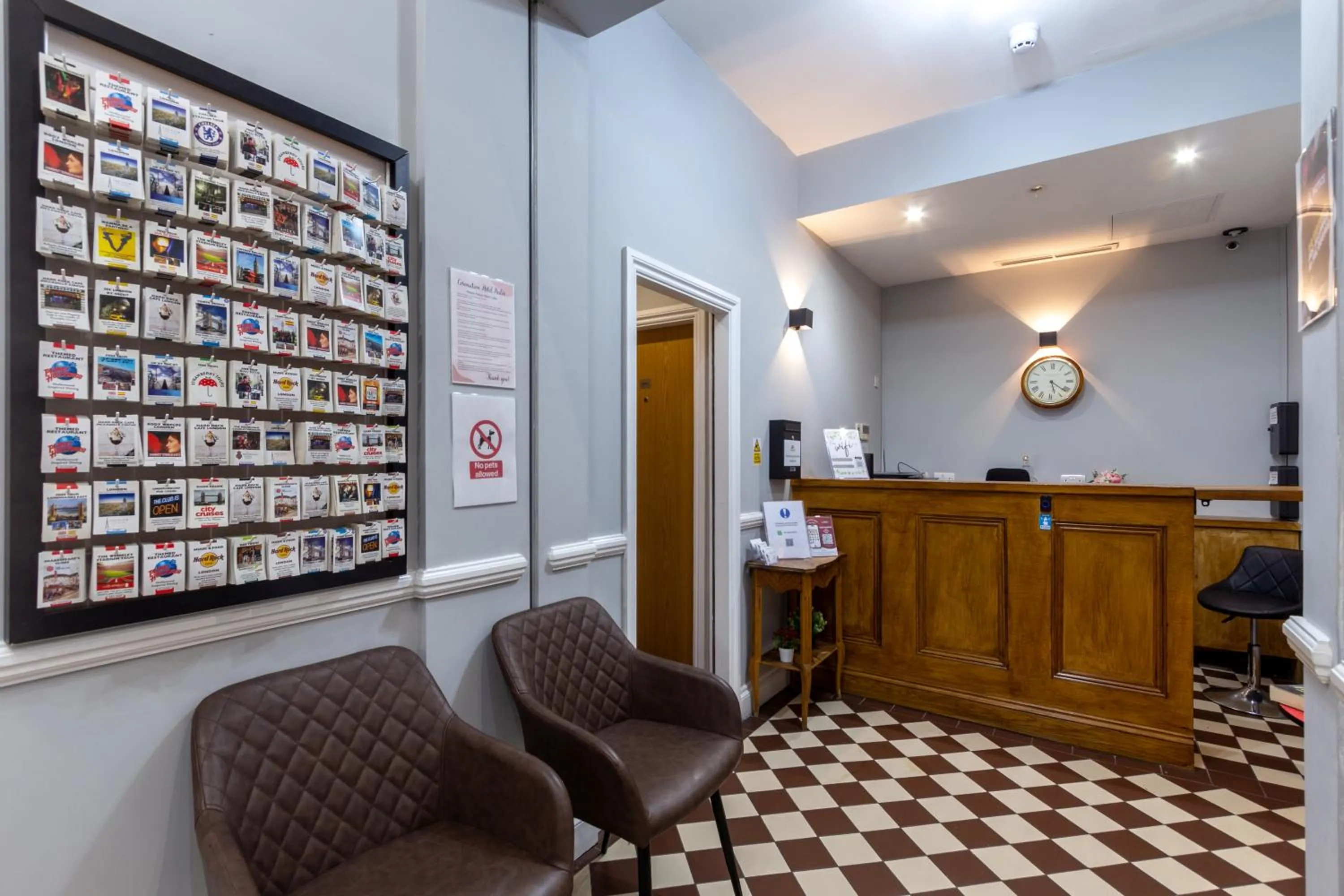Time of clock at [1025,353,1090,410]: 5:21
